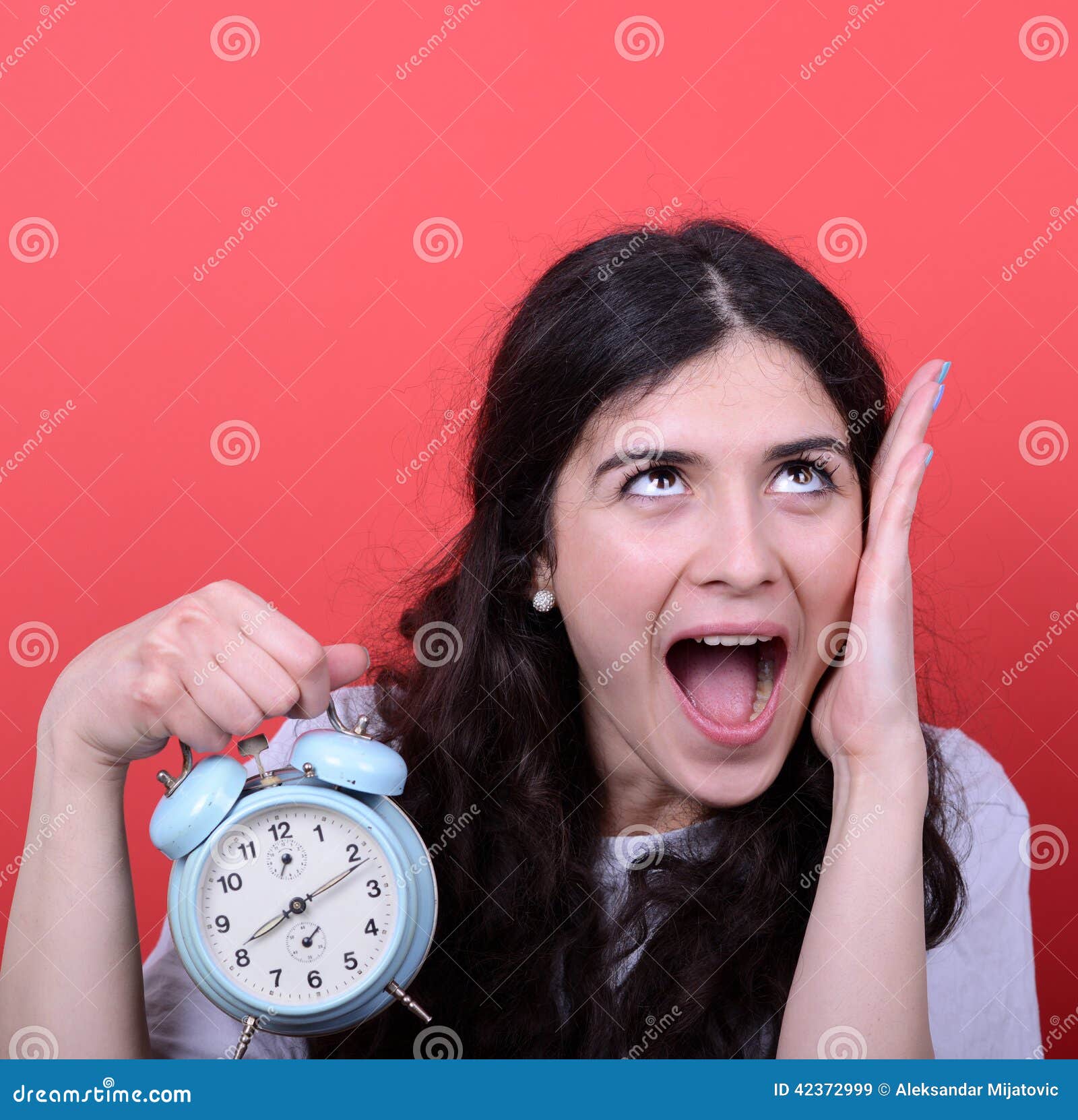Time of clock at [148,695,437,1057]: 8:11
